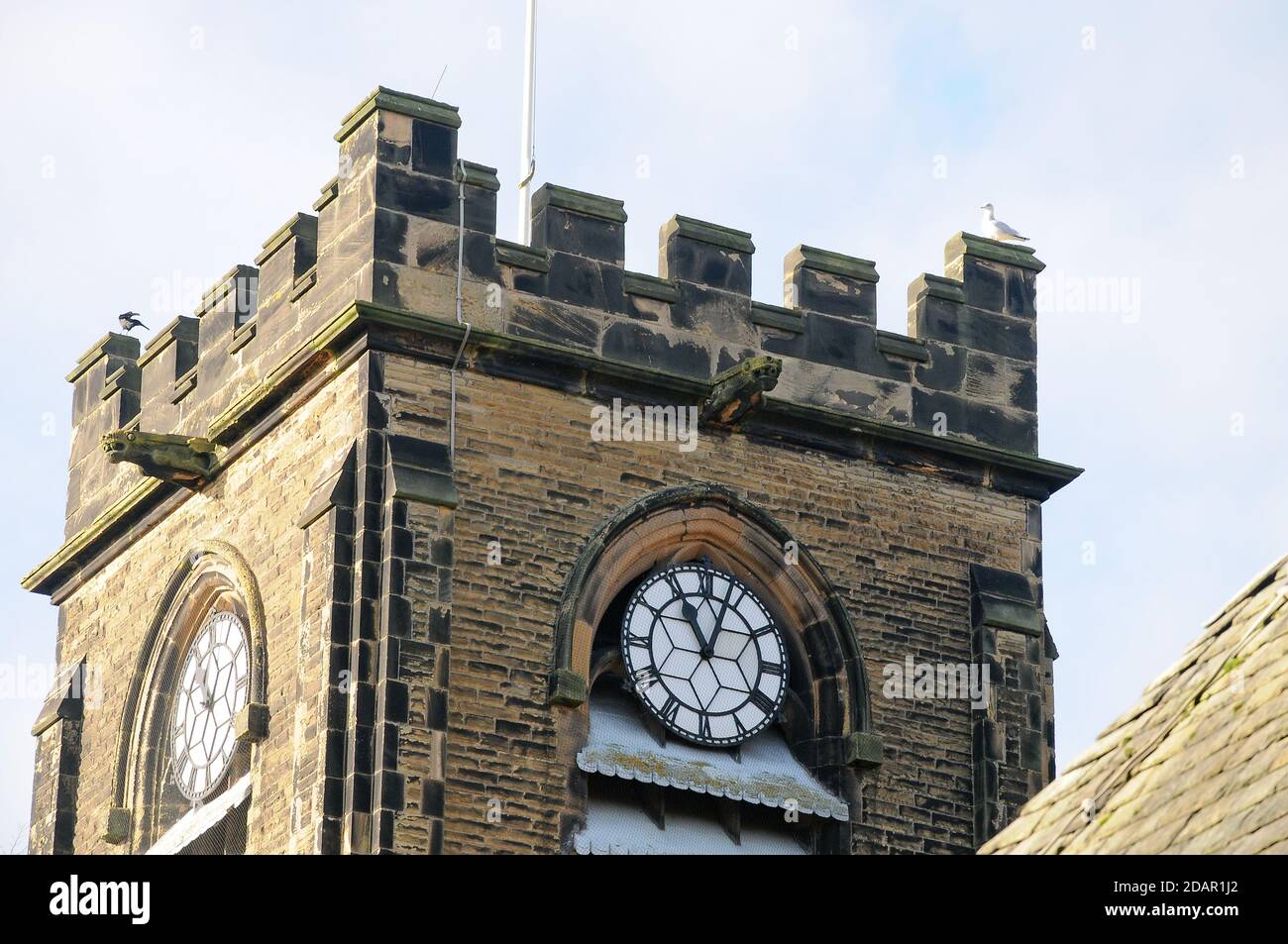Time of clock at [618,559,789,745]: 11:03
